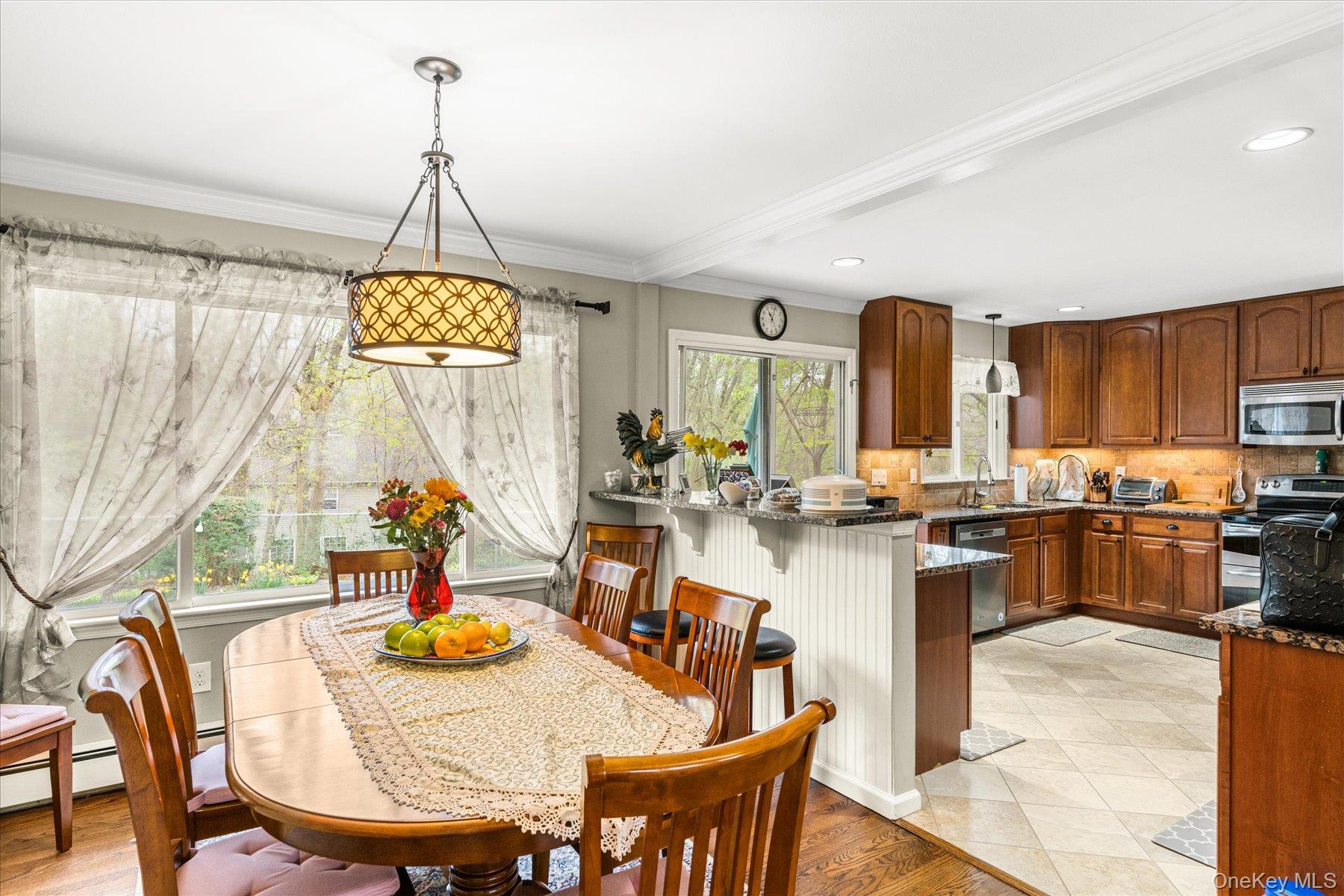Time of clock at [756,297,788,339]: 11:03
